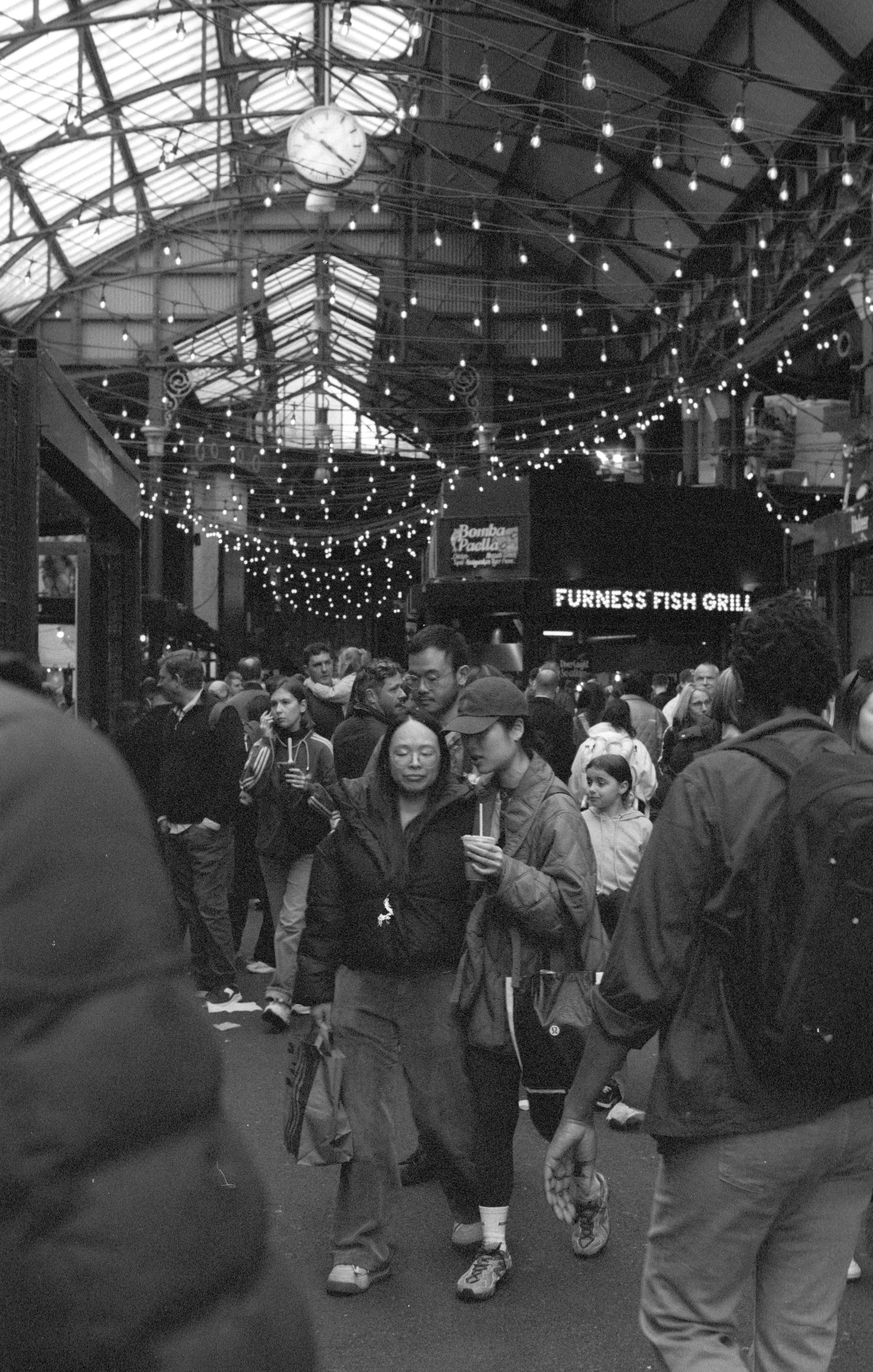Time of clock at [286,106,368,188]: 4:21
